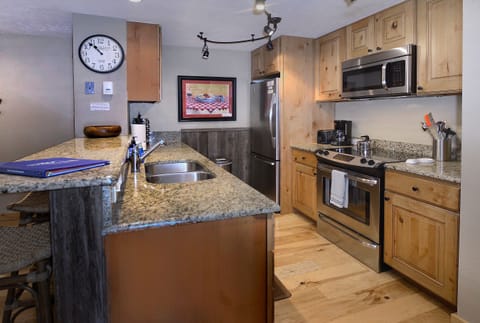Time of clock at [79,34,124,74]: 10:53
